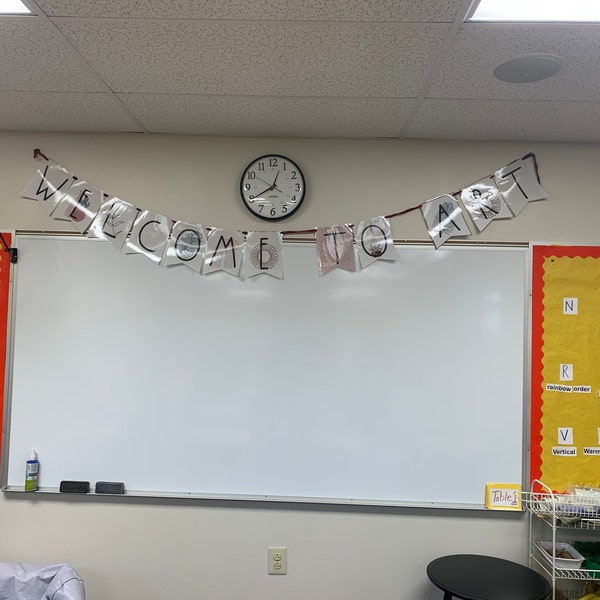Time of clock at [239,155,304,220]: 12:40
